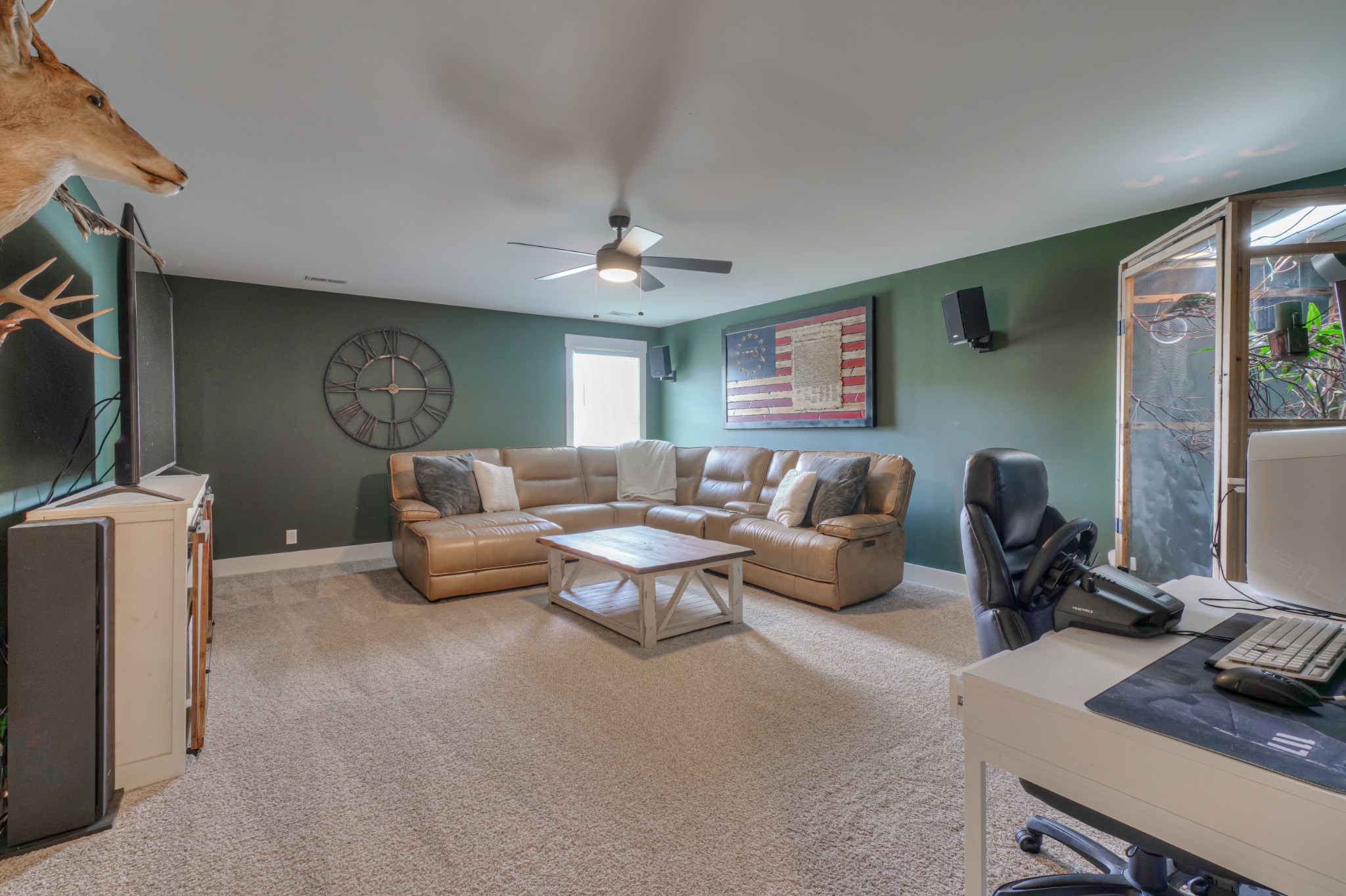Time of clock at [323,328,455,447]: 9:00
